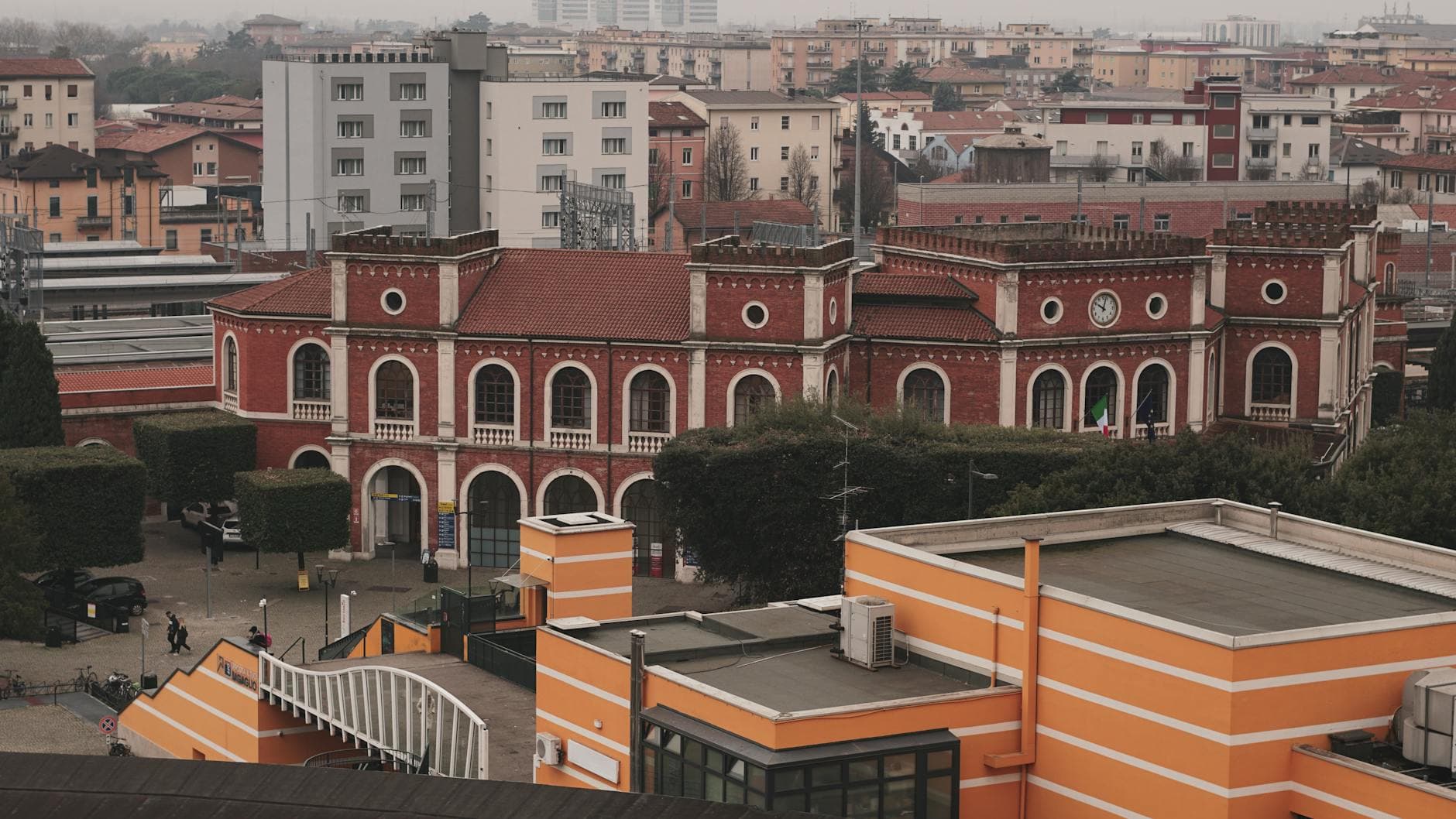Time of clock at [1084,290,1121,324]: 10:02
